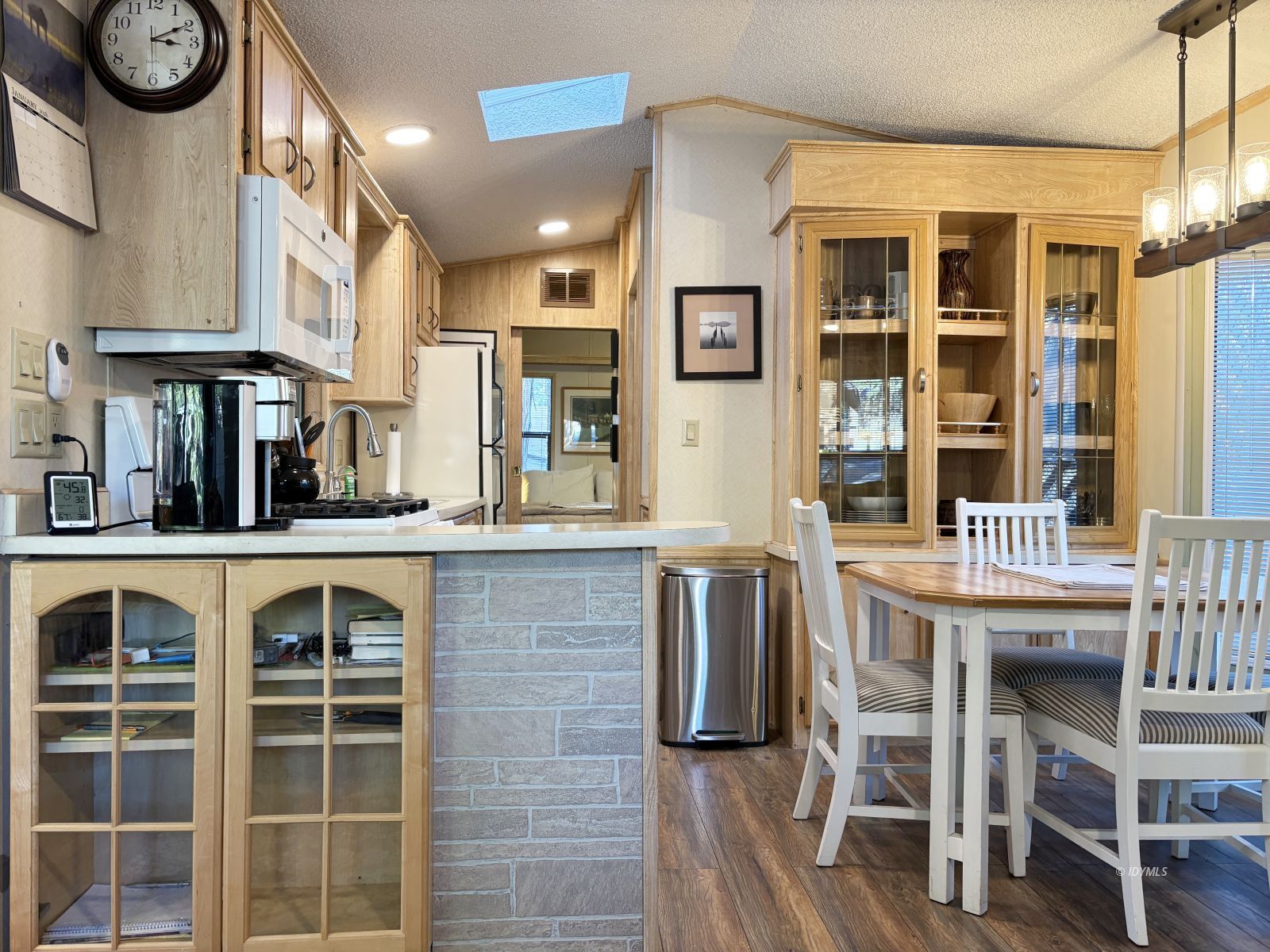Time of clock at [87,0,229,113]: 3:10
